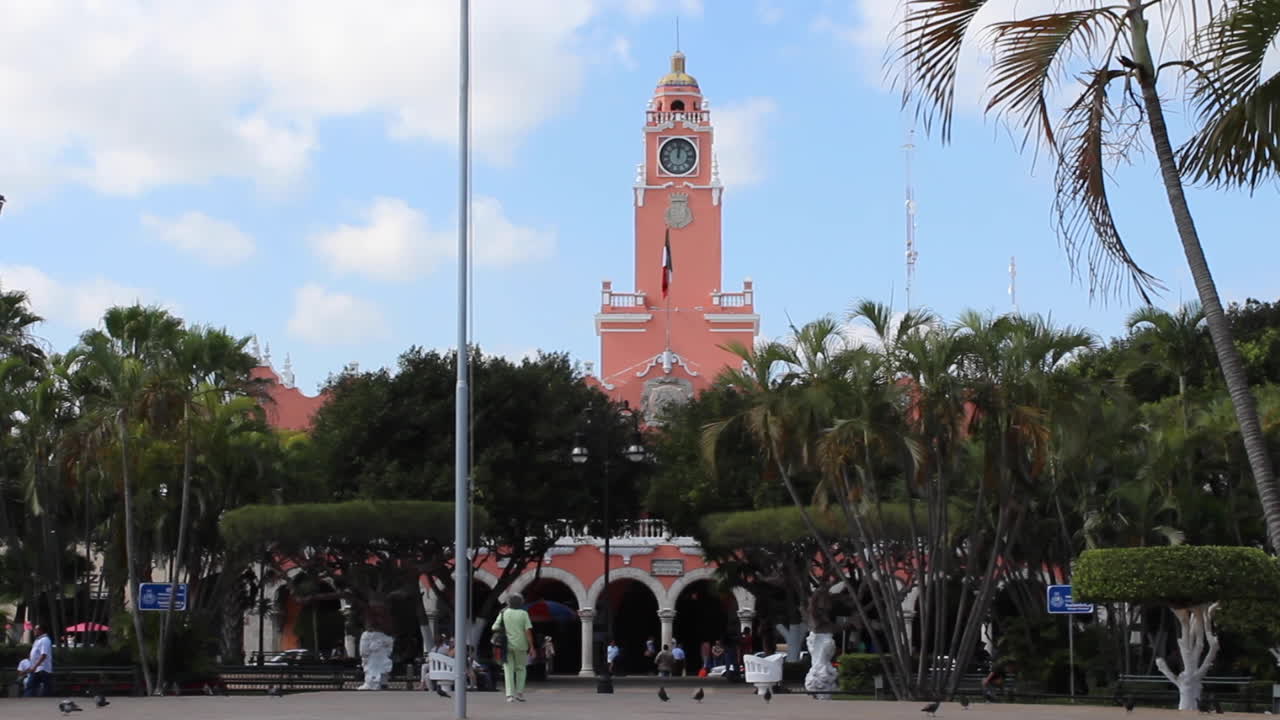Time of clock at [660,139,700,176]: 12:01
